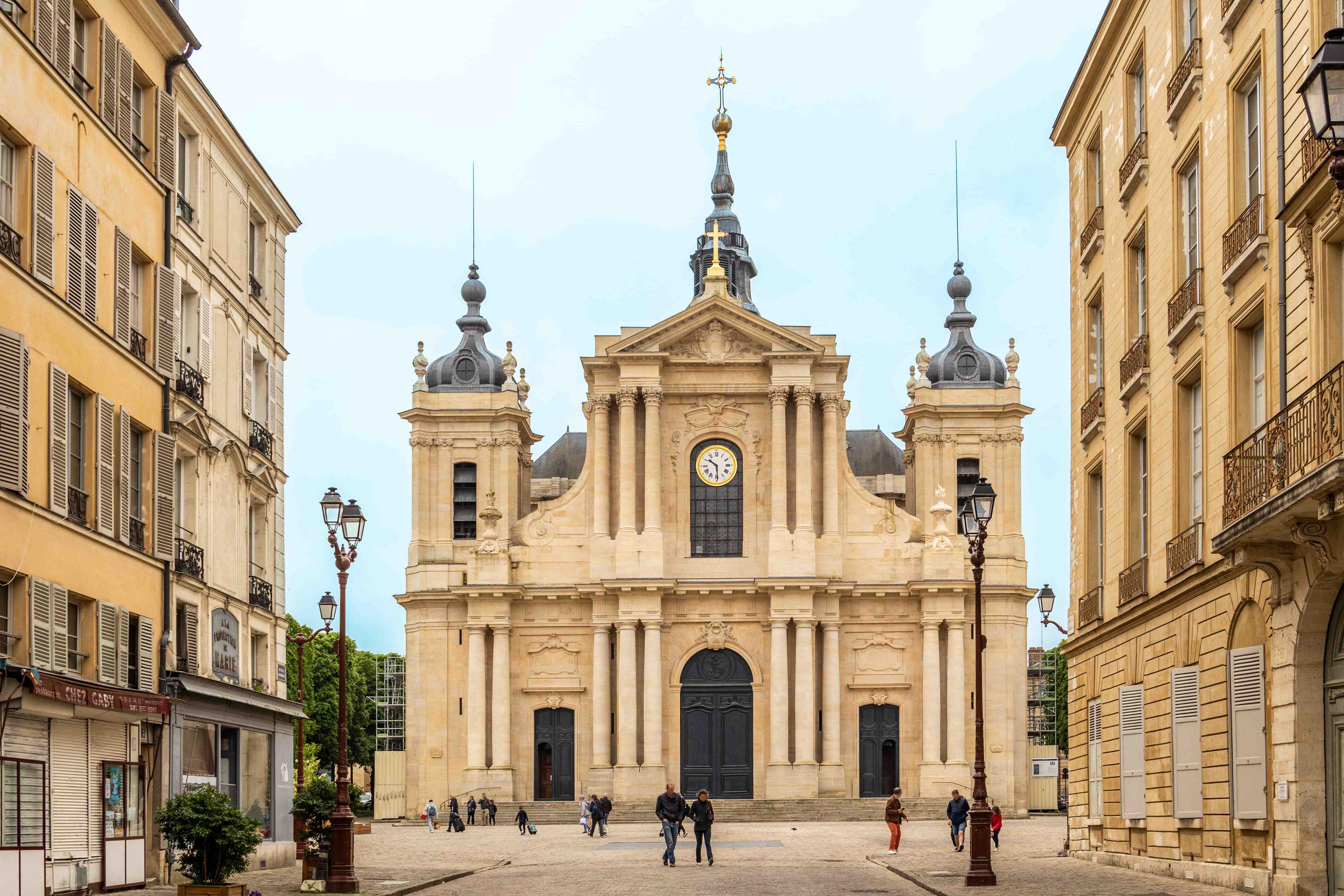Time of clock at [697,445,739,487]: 10:29
